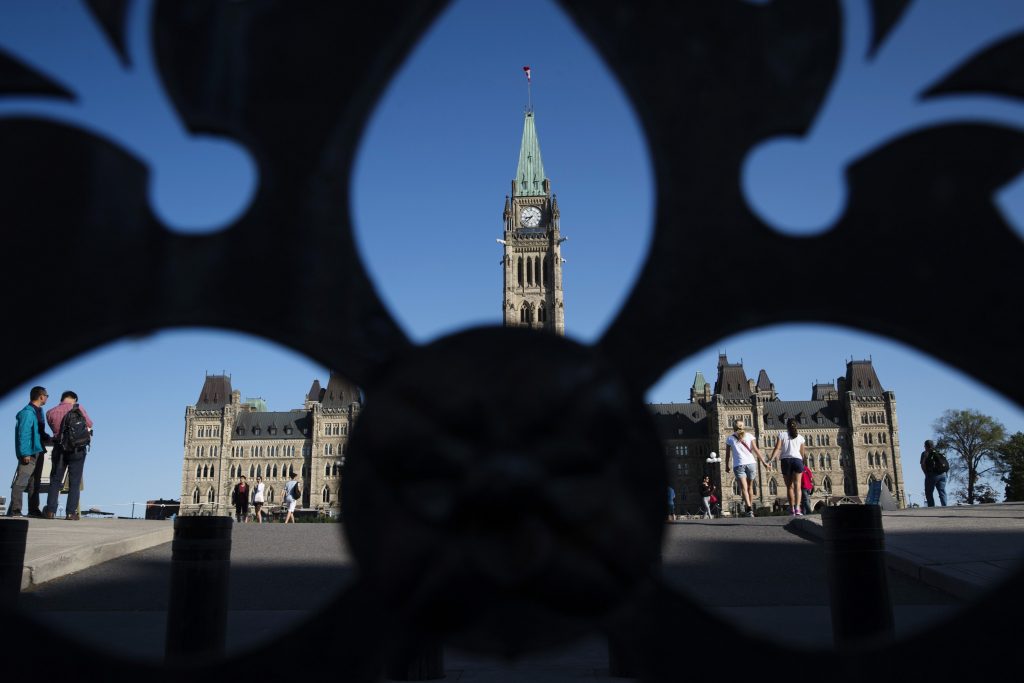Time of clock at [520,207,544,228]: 8:37
